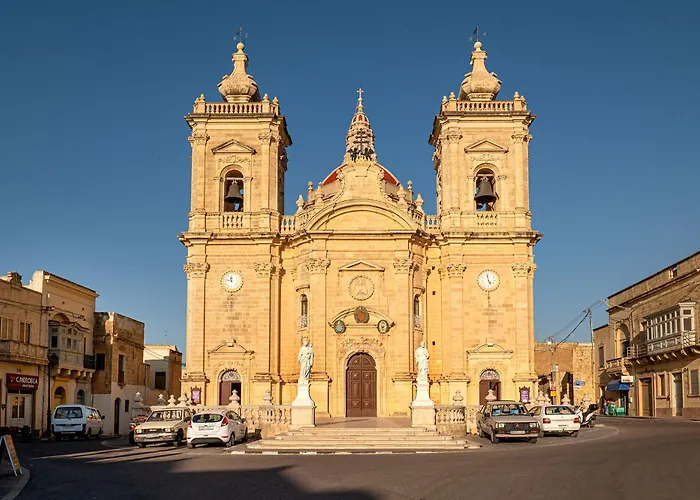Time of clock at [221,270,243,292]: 11:46
